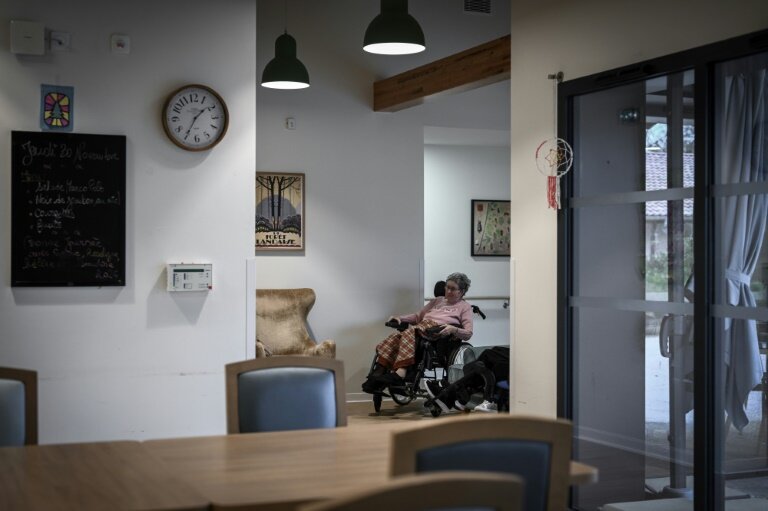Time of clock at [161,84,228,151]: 1:35
